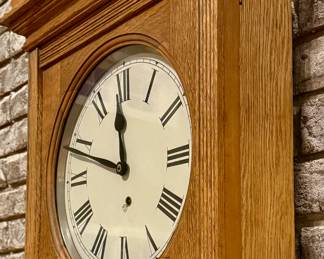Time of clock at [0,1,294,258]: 11:48
